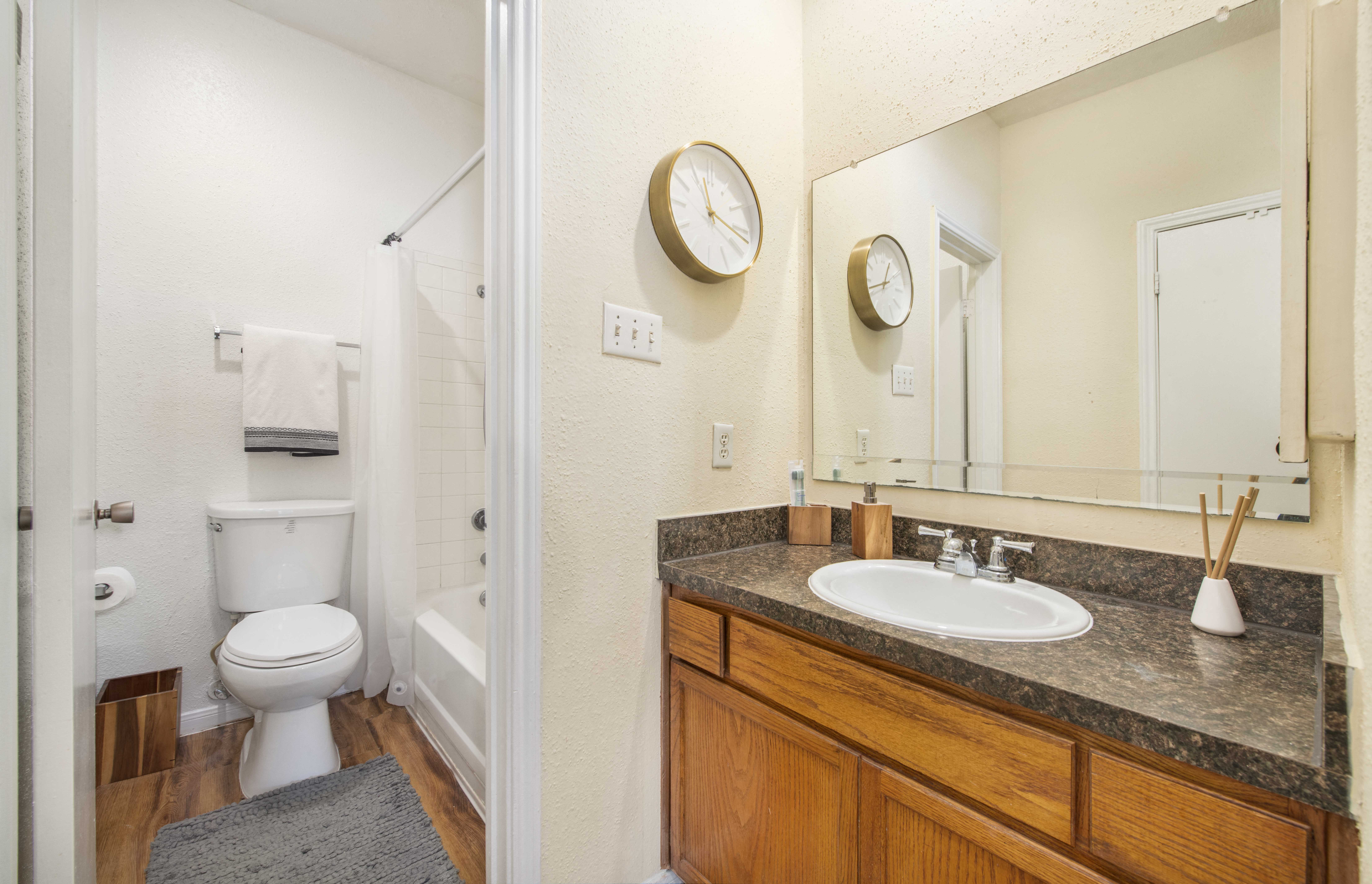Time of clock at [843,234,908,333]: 12:42
